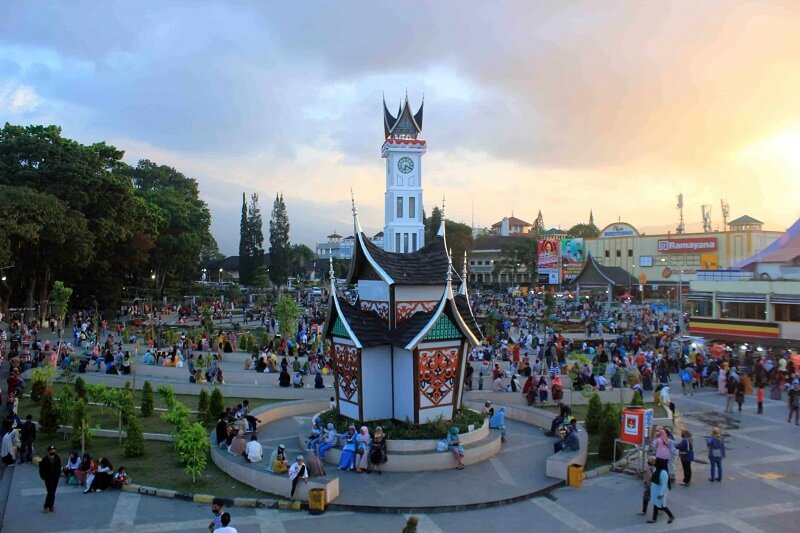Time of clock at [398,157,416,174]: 6:19
